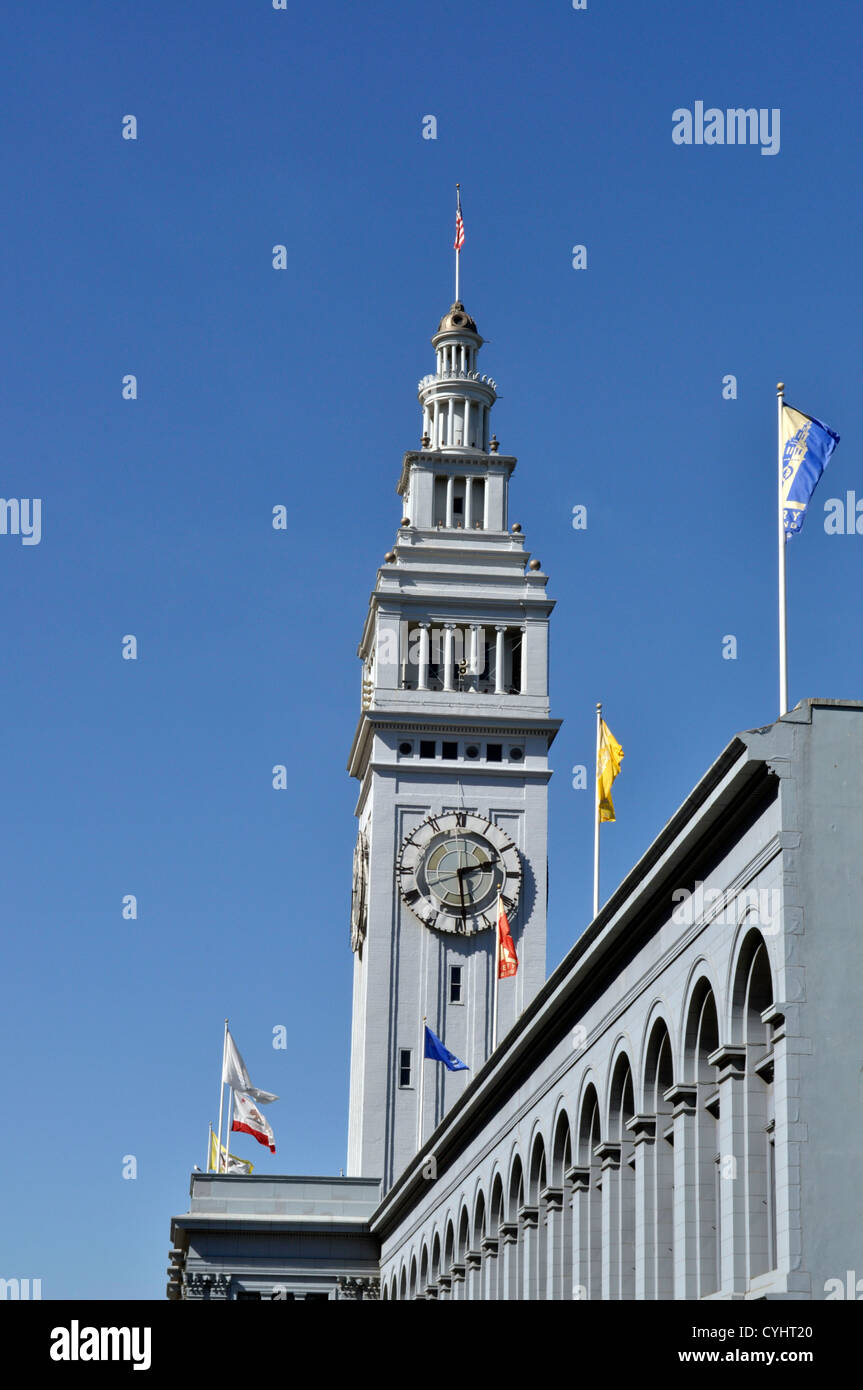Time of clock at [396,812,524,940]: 2:29
